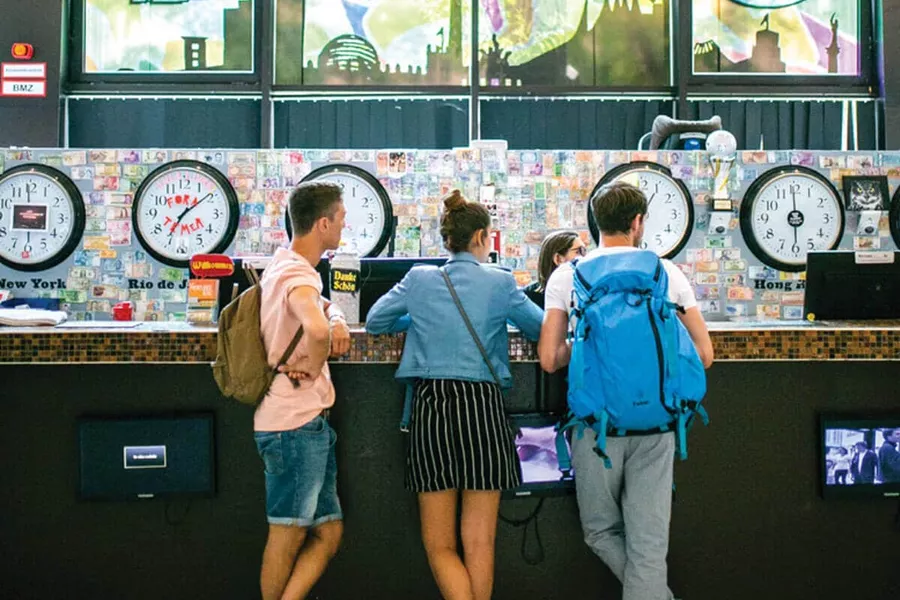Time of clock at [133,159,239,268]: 7:08
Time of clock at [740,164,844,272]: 5:59
